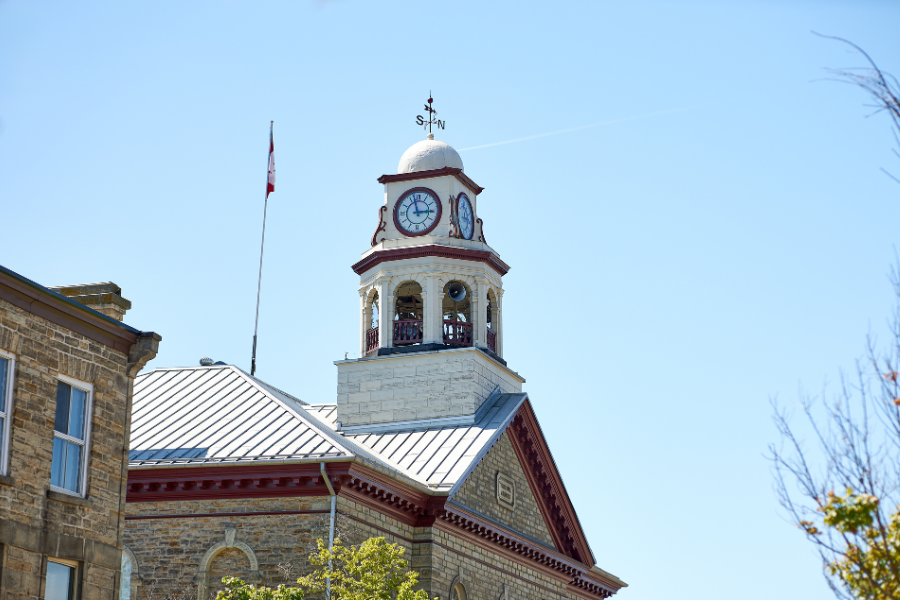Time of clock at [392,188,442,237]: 2:57
